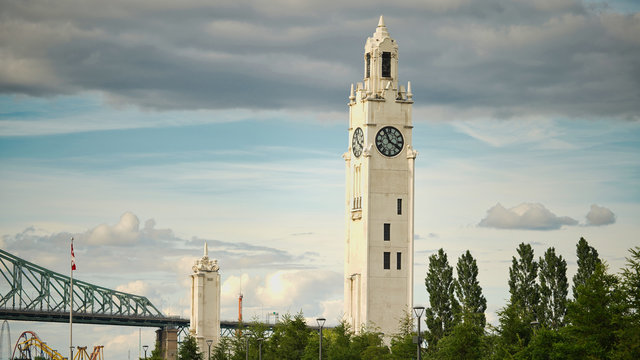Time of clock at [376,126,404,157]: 3:55
